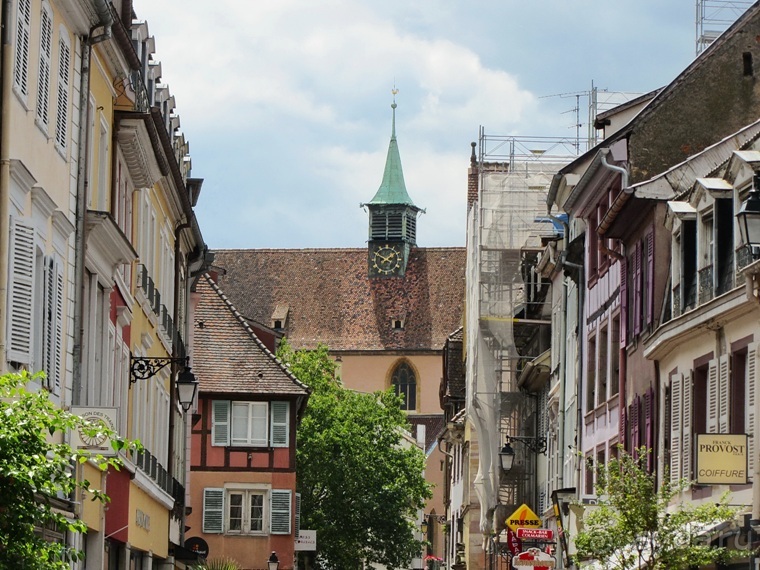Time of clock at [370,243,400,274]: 1:49
